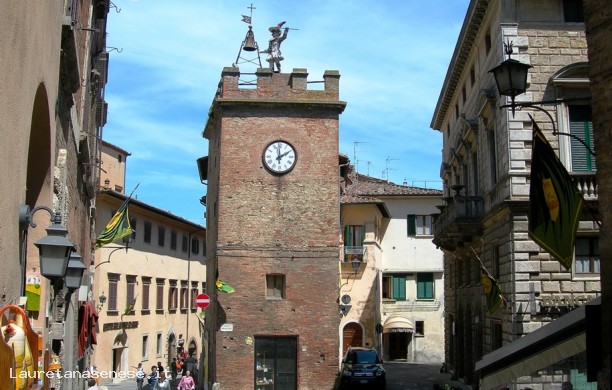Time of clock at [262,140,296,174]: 1:59
